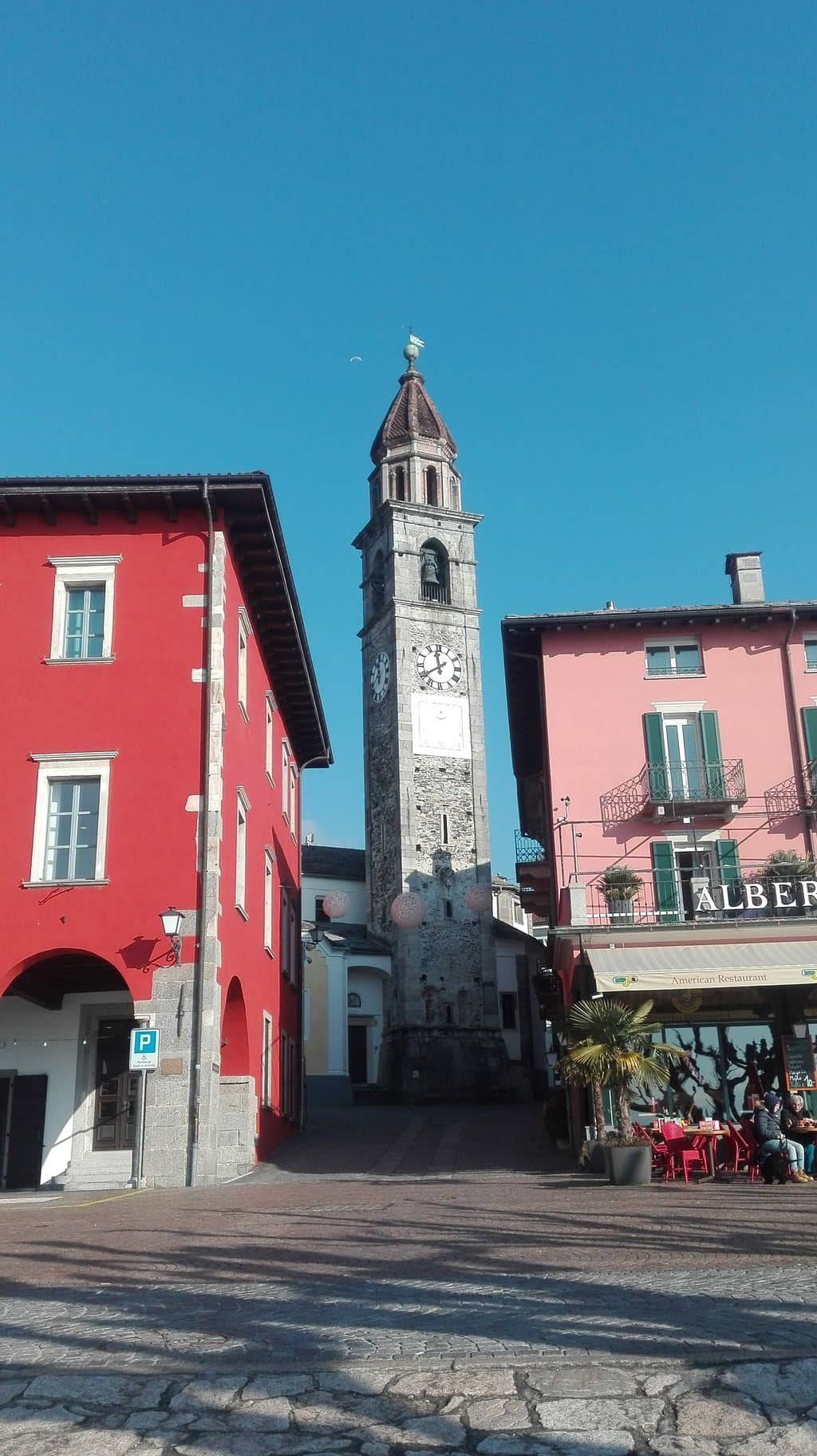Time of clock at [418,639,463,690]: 11:39
